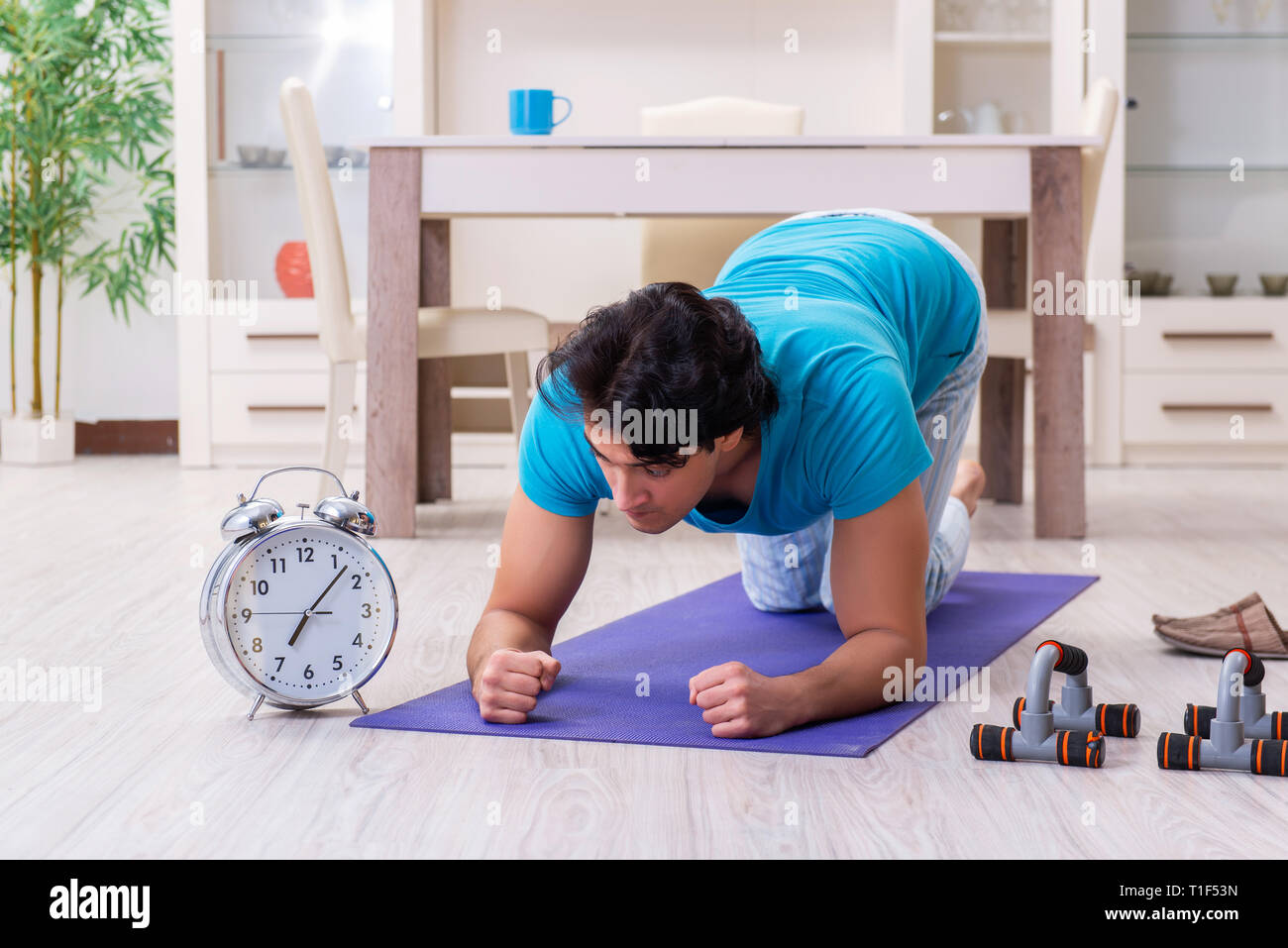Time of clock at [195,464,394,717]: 7:07
